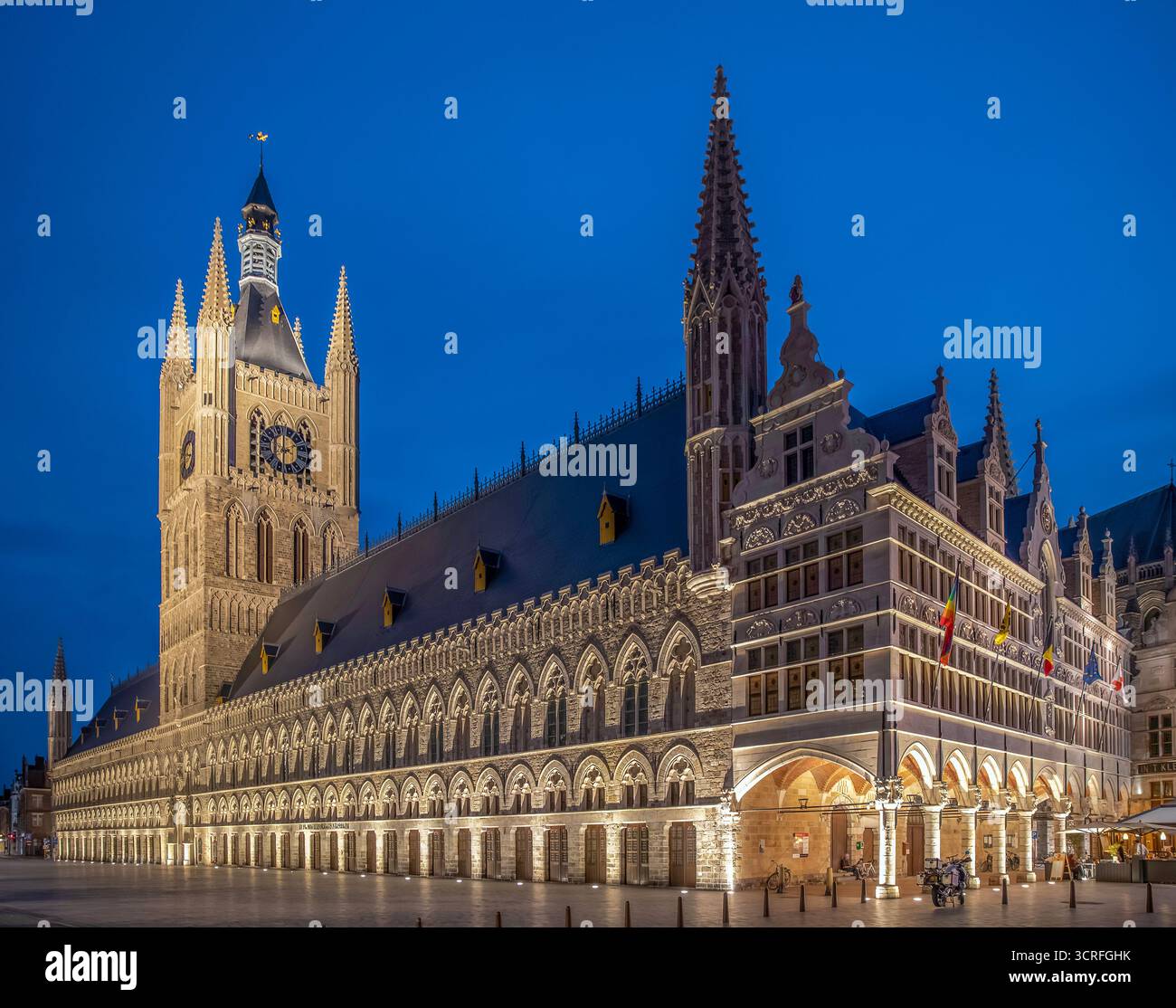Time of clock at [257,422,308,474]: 12:32
